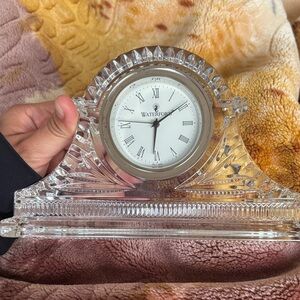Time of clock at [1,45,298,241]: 12:09
